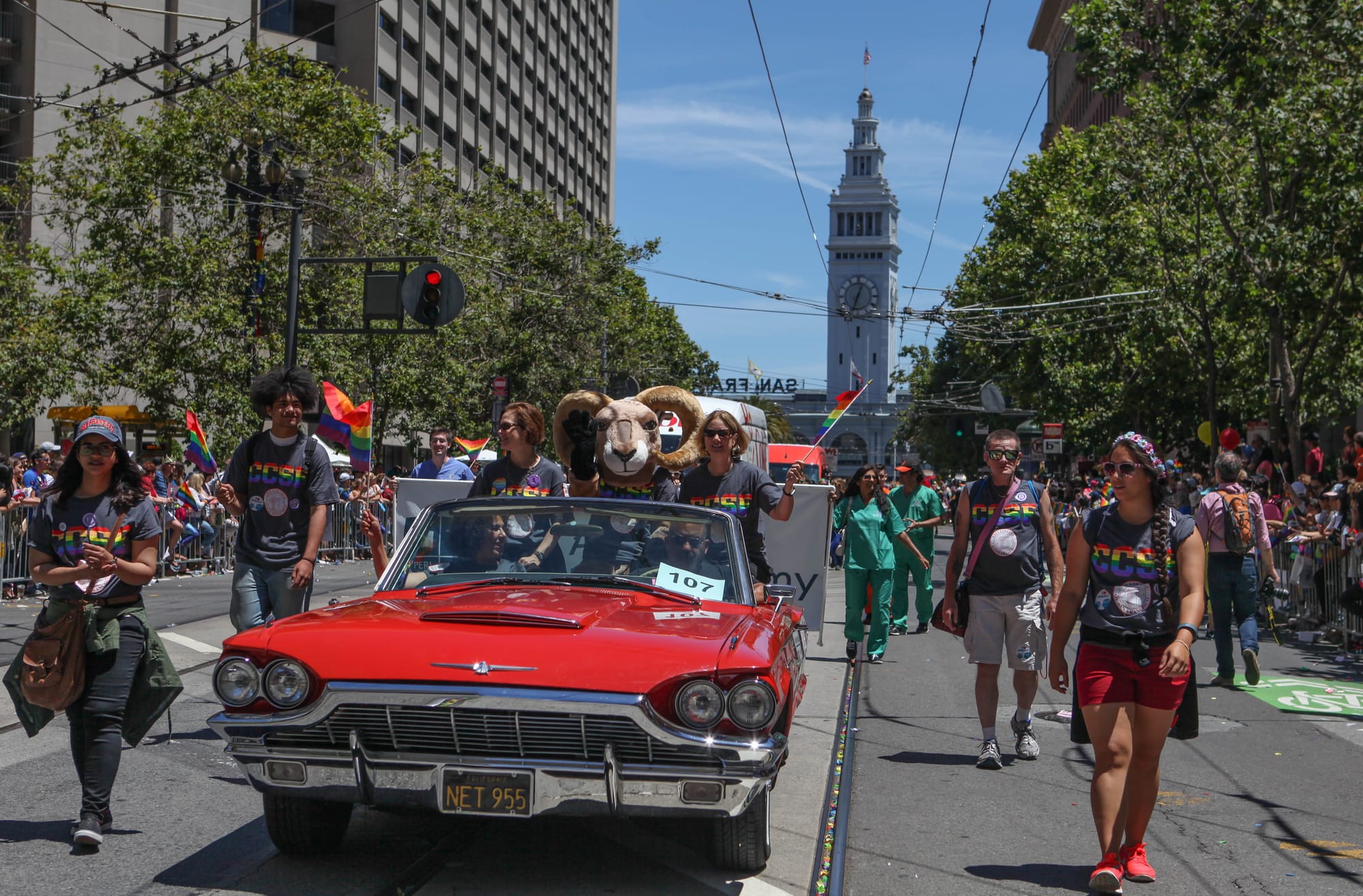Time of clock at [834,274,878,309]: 12:32
